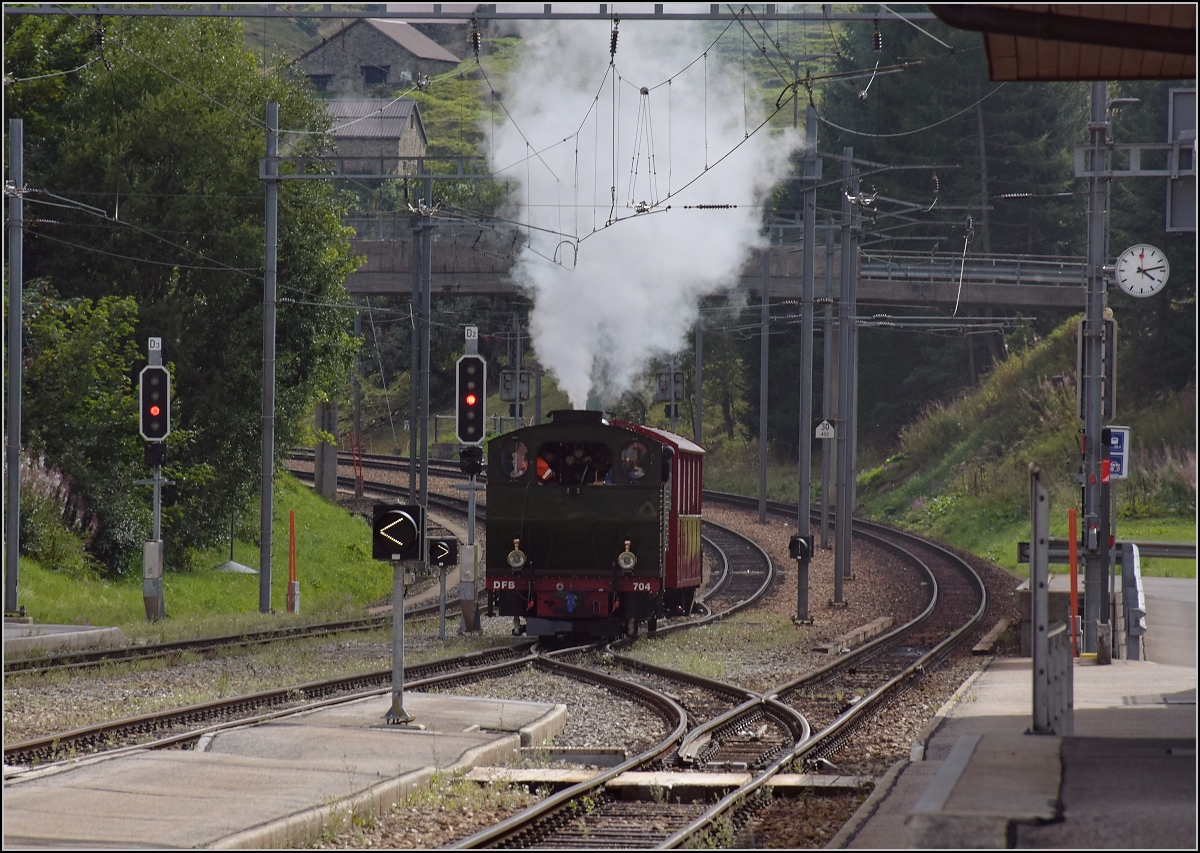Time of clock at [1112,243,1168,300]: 4:13
